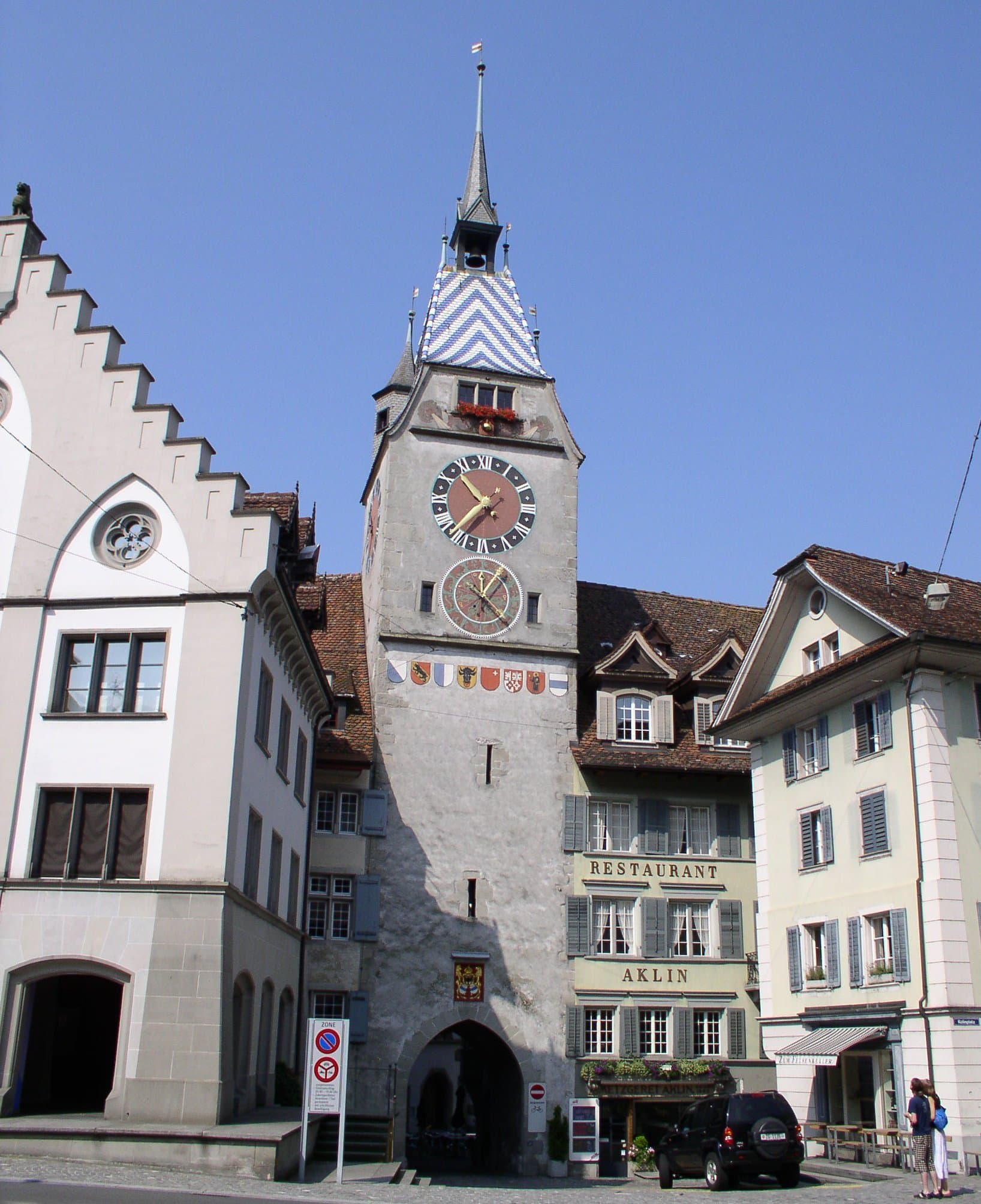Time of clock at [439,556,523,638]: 12:06
